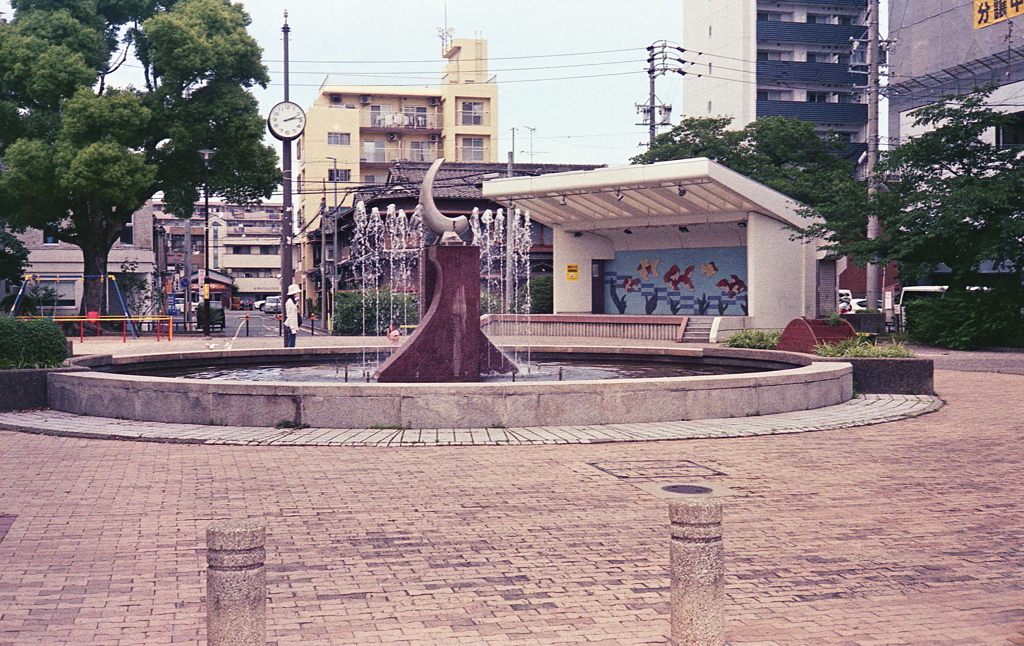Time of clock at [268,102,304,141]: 2:13
